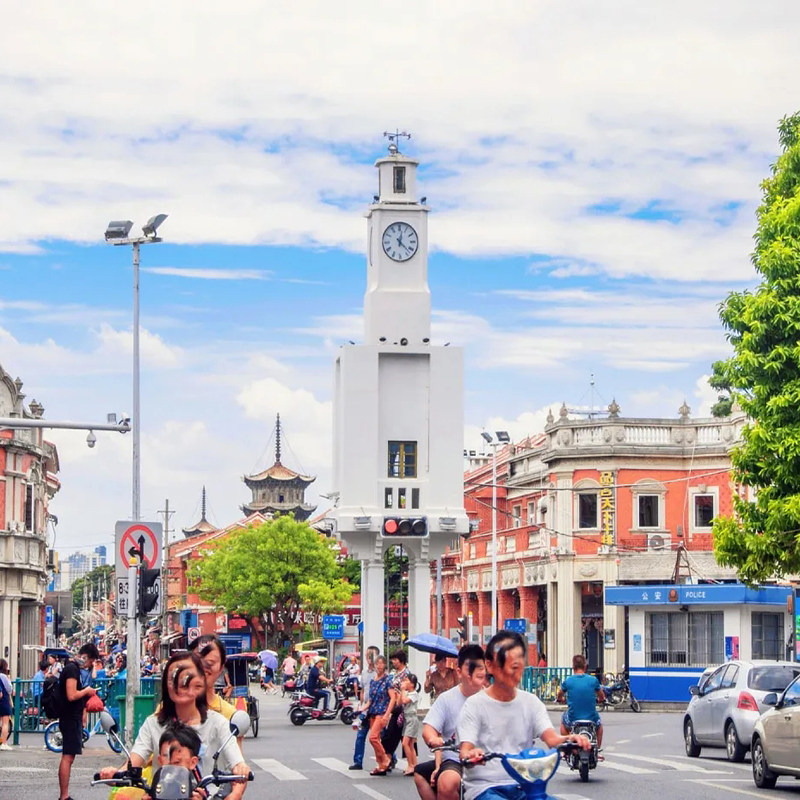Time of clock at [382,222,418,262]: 12:22
